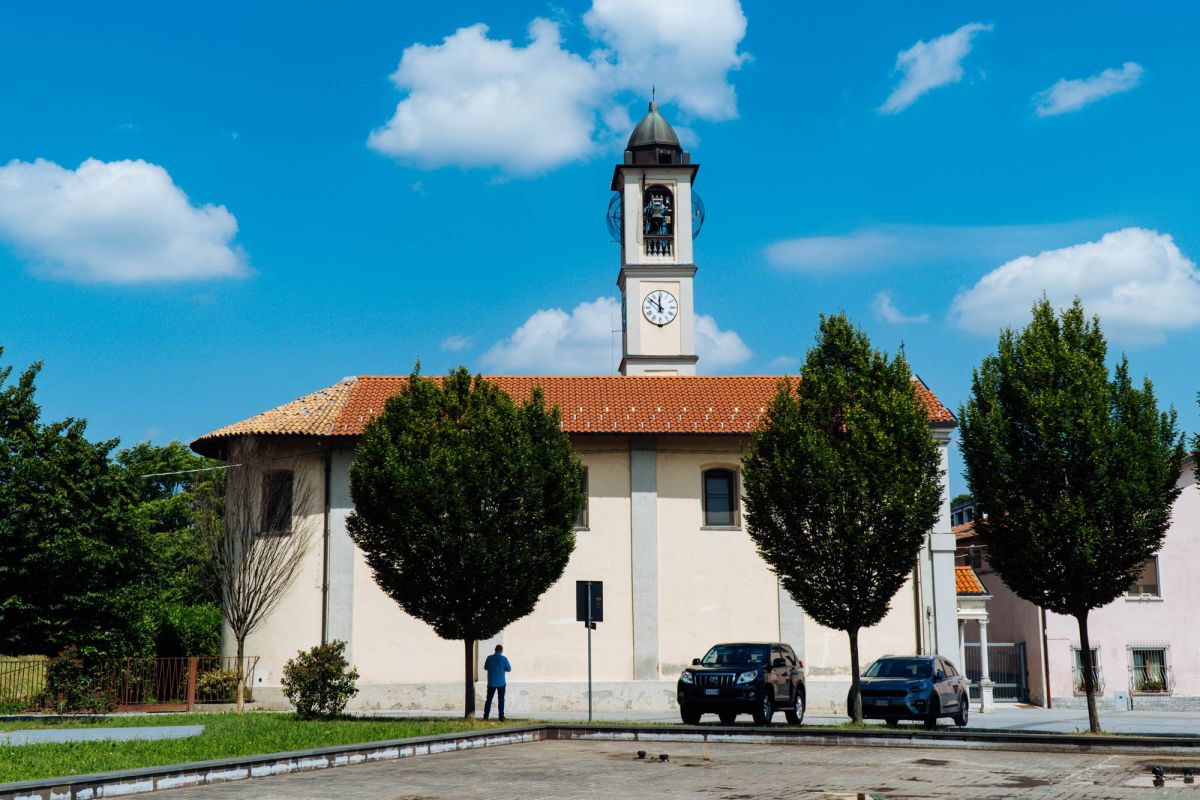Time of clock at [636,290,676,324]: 11:51
